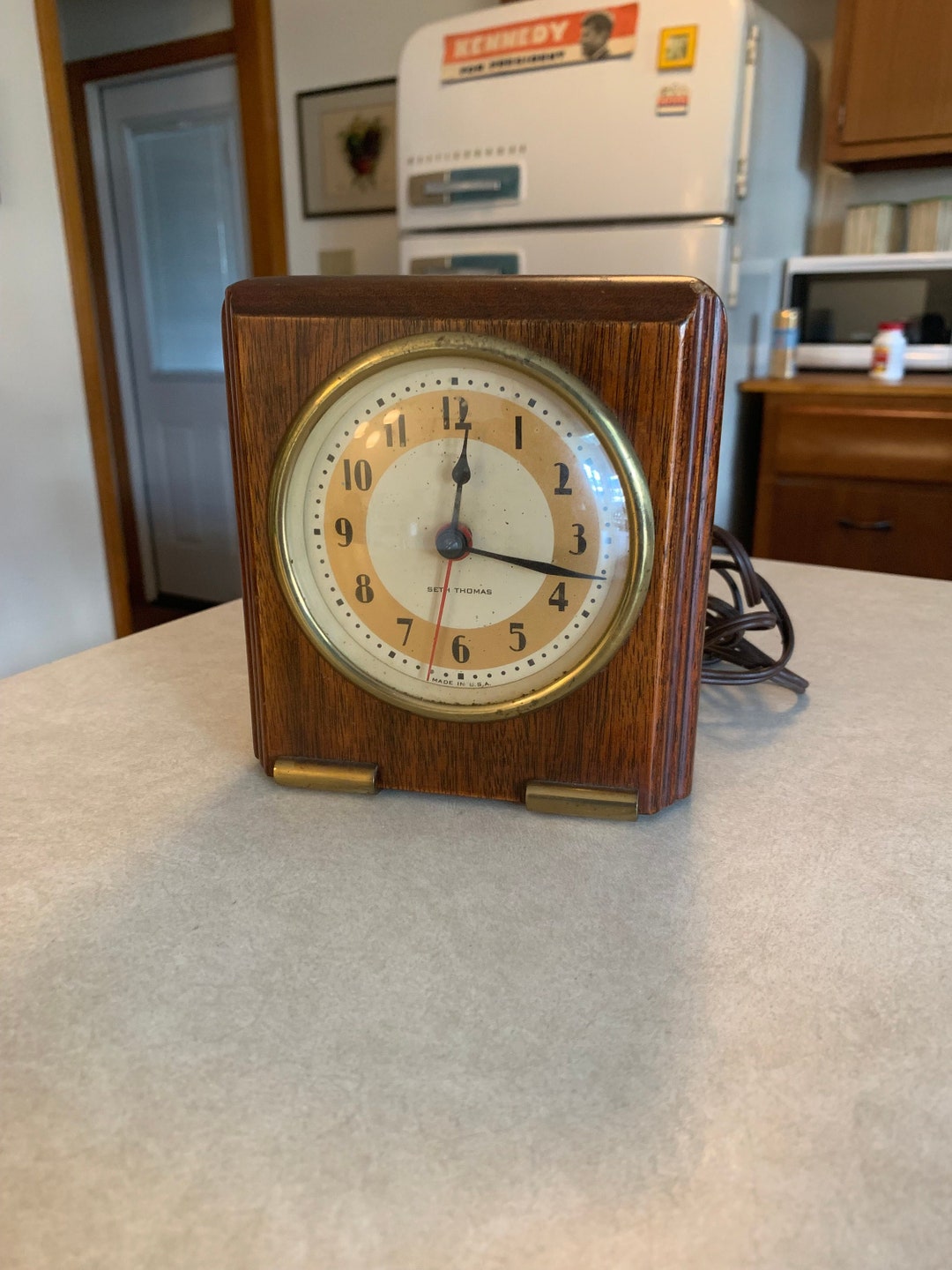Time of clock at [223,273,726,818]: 12:17
